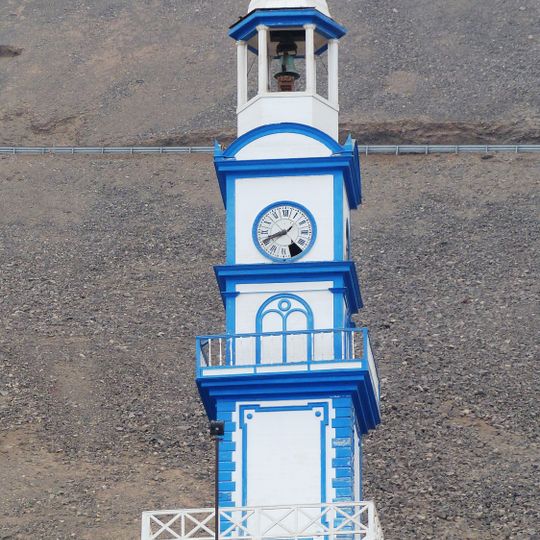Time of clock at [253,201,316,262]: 1:41
